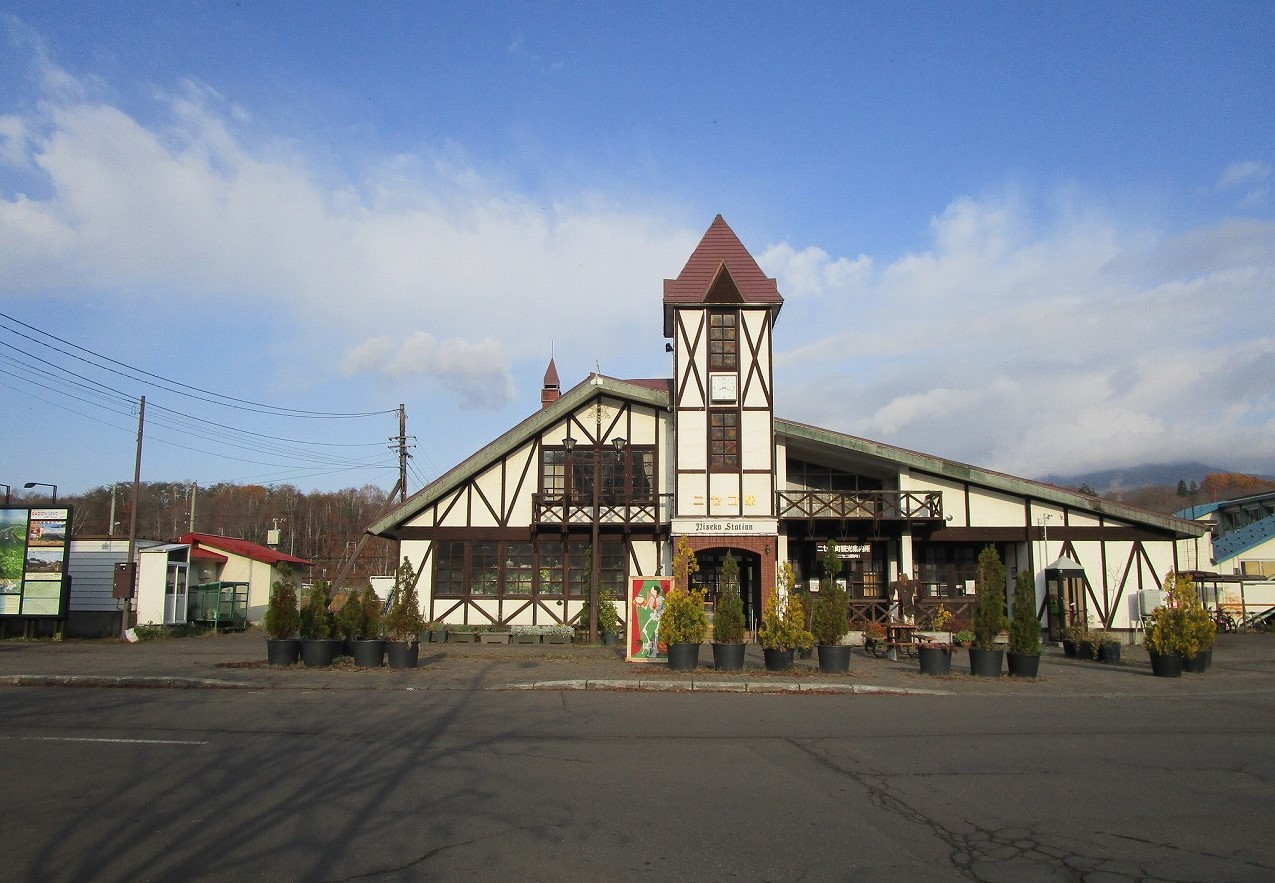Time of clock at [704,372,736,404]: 8:18
